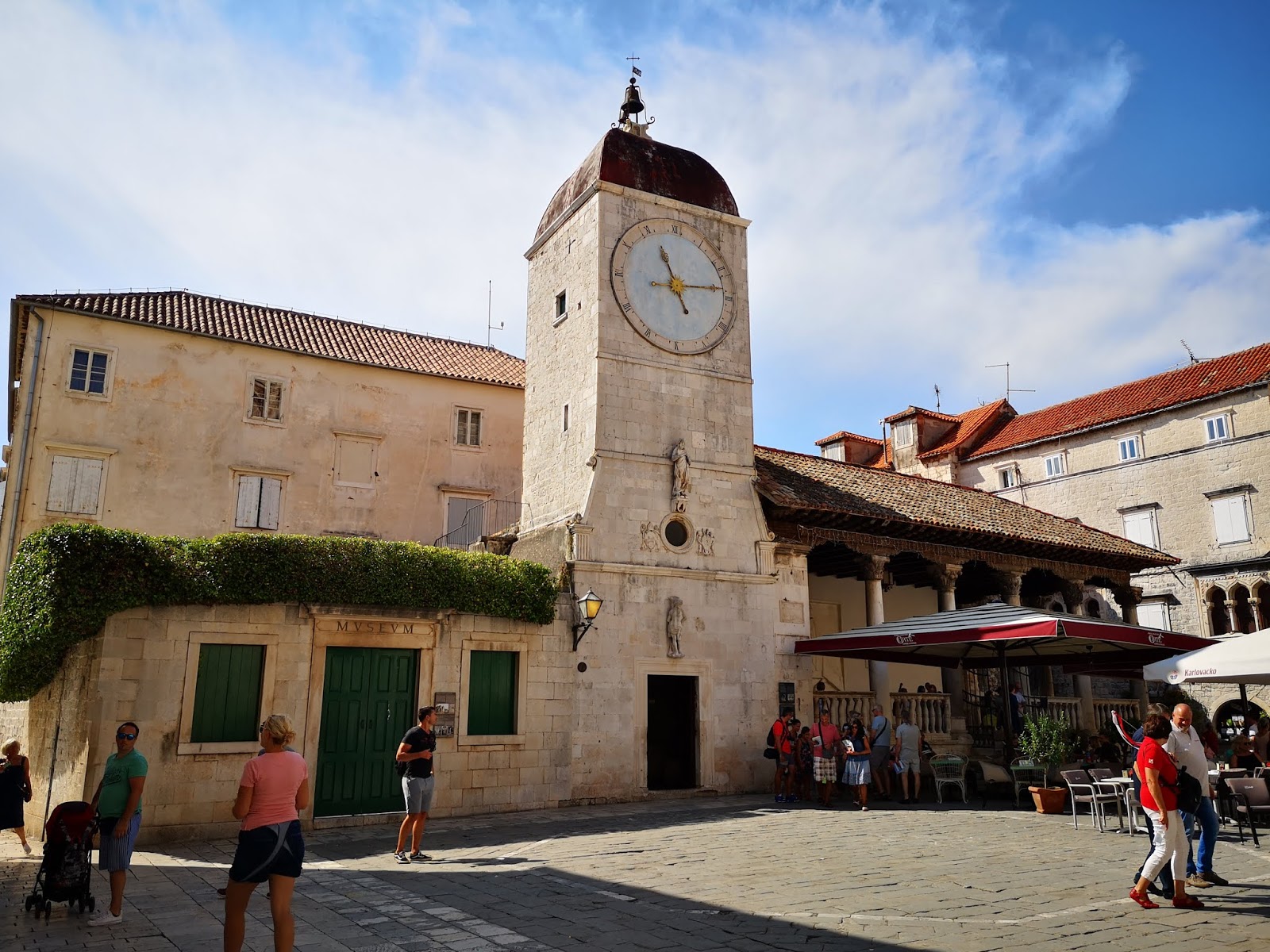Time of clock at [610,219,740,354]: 11:13
